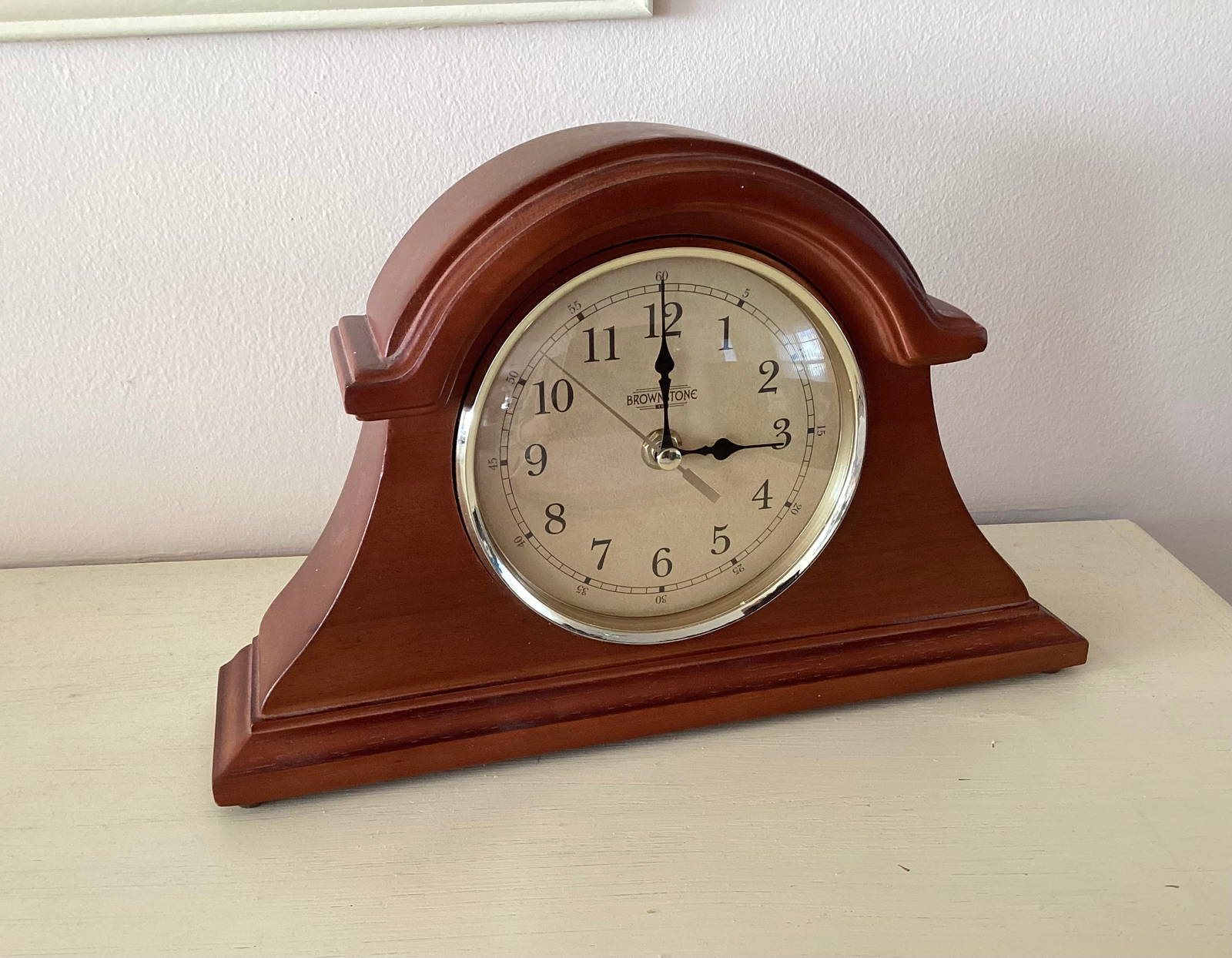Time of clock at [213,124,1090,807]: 3:00
